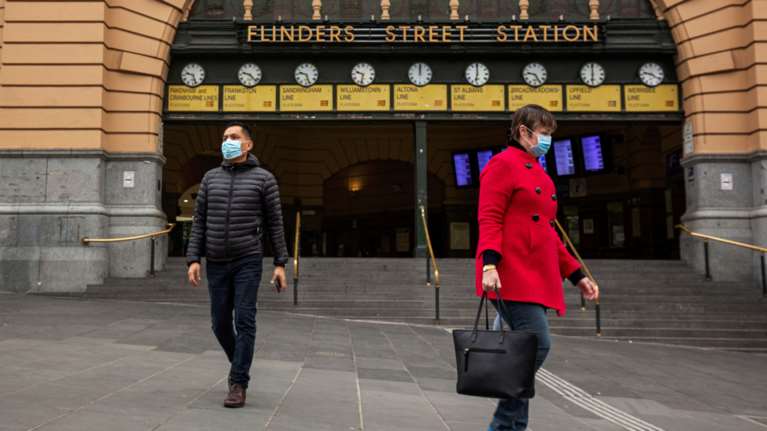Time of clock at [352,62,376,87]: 9:32
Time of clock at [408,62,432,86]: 12:00
